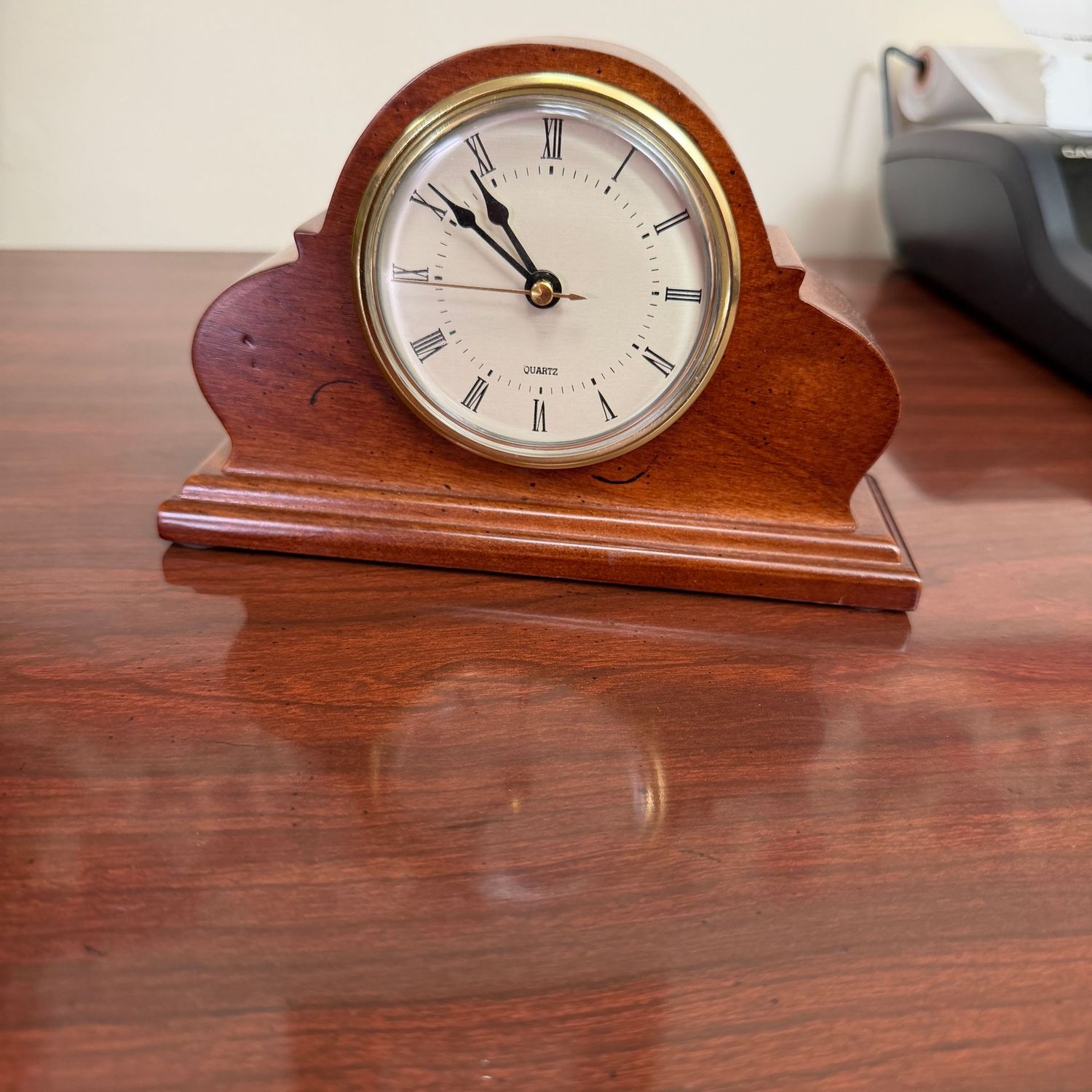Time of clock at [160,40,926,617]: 10:51
